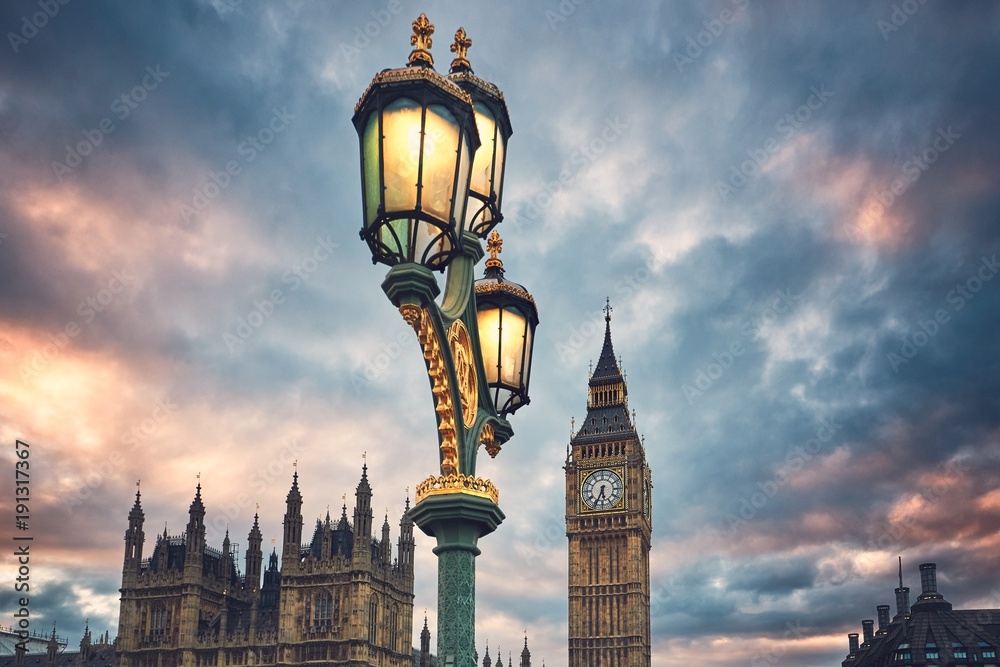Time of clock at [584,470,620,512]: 5:34
